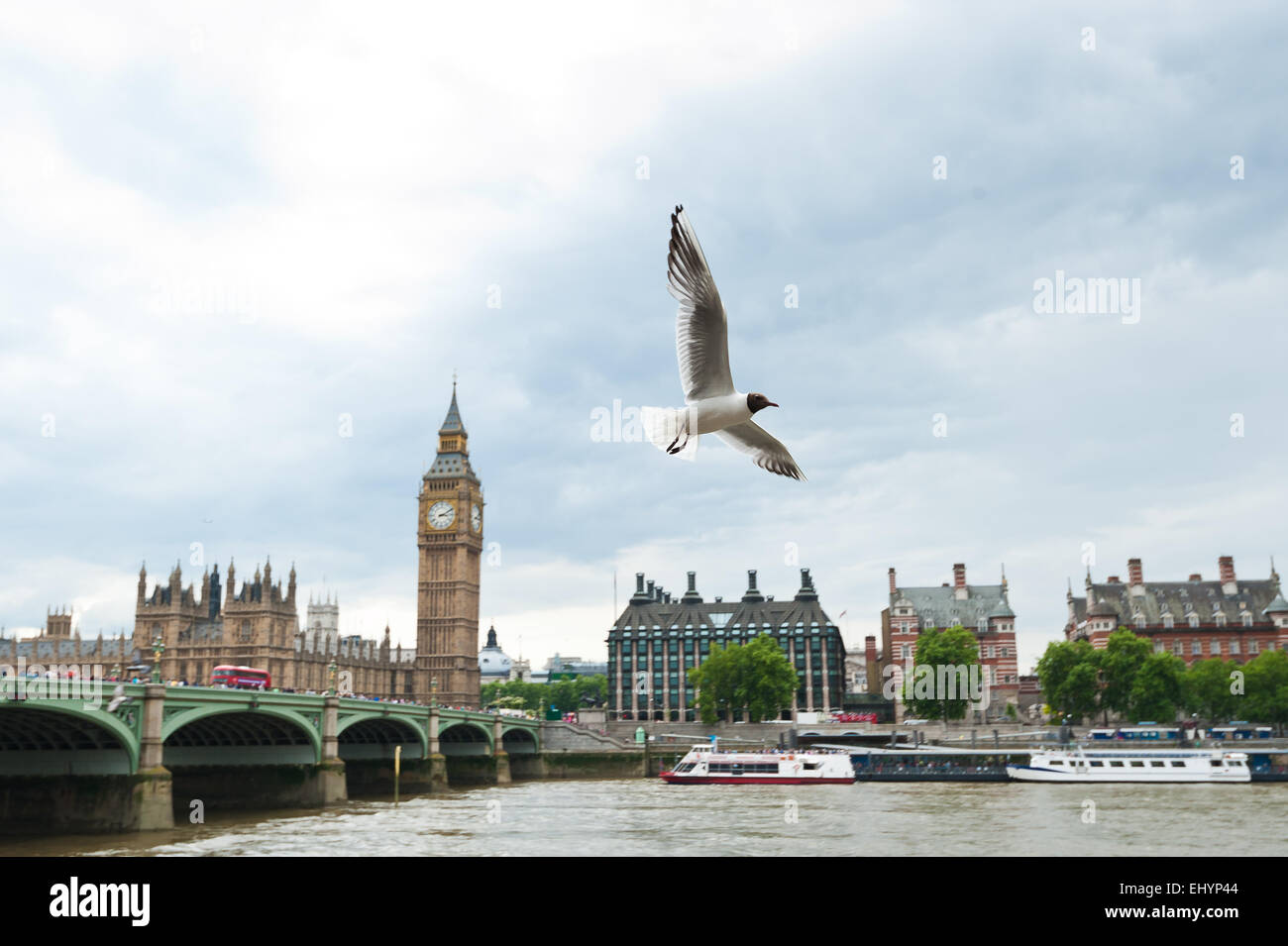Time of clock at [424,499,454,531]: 3:10
